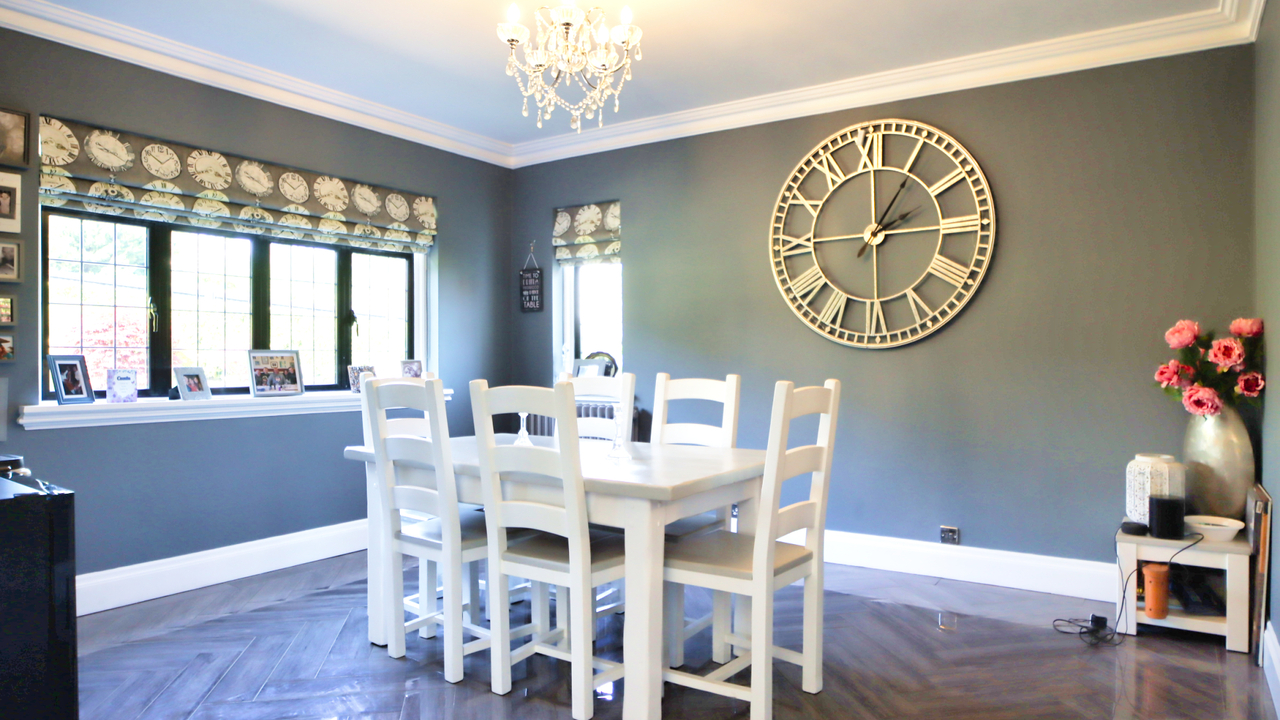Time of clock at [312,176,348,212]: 3:40
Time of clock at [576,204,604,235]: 3:40
